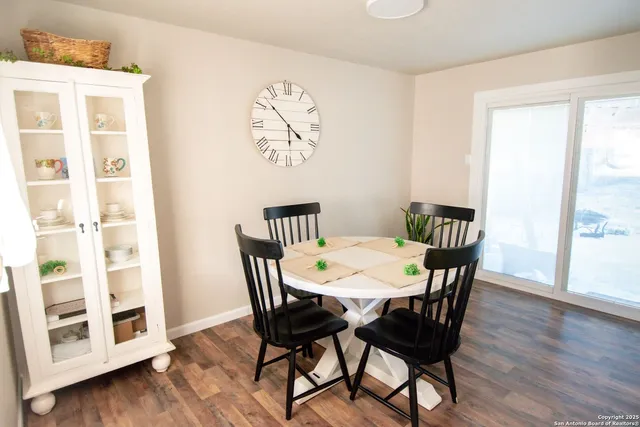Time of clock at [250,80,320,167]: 5:52
